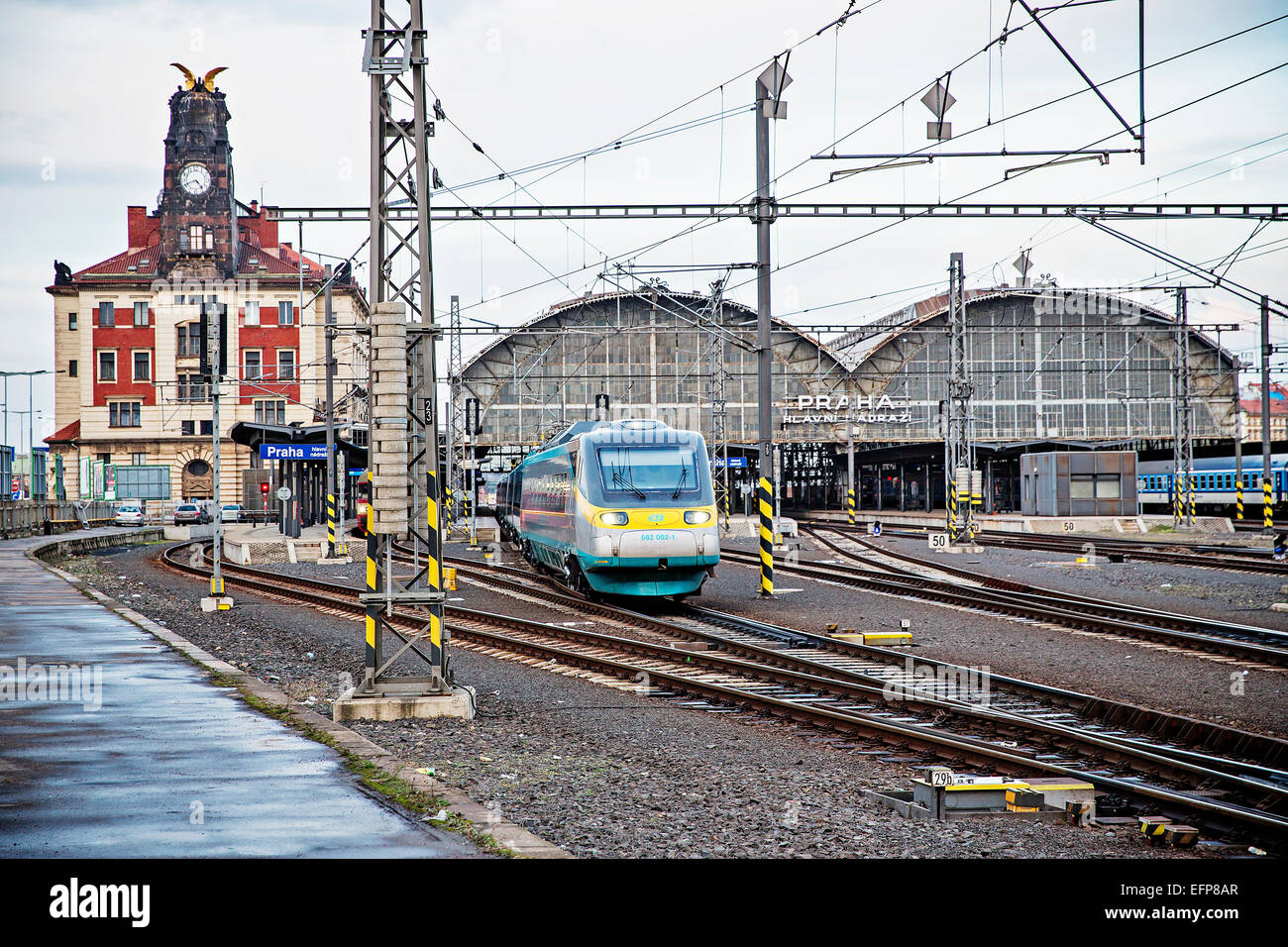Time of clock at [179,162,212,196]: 4:41
